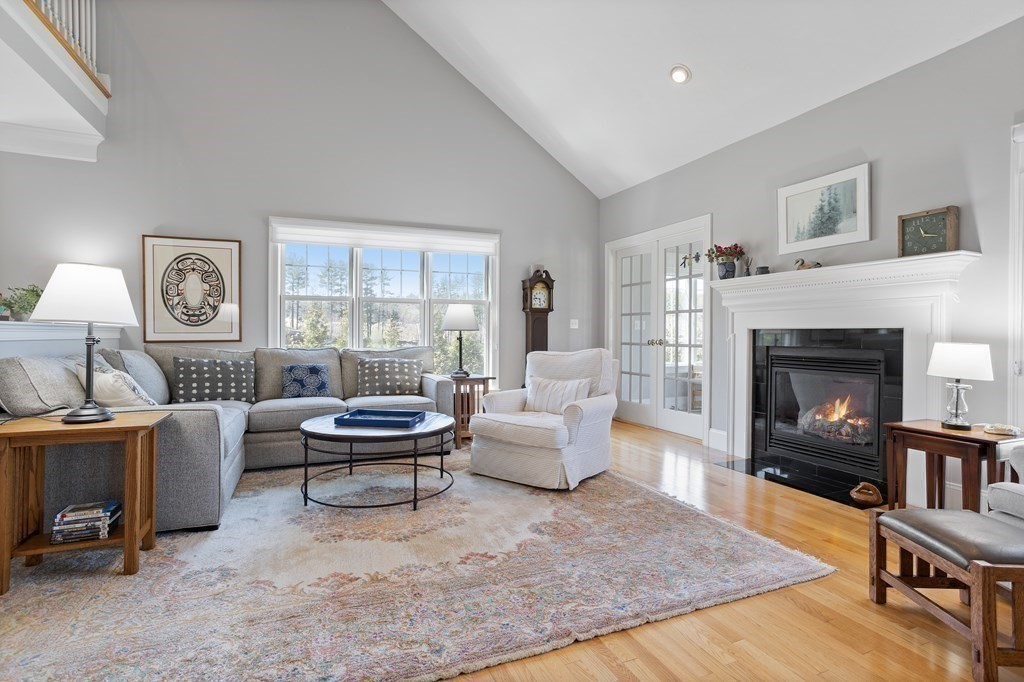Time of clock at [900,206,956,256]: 11:17
